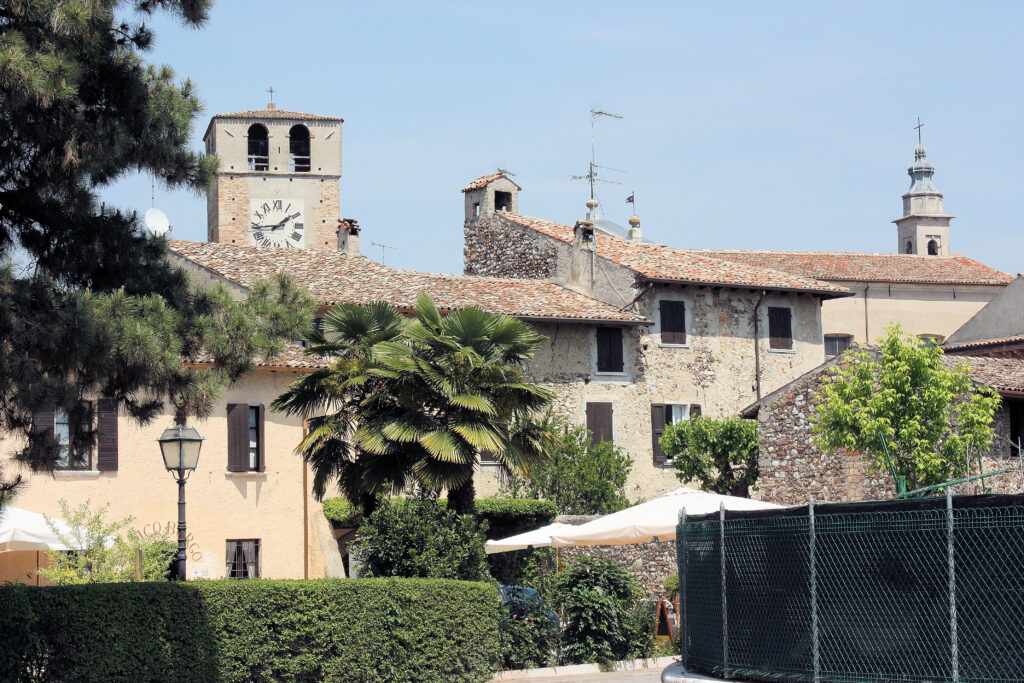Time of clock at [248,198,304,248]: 1:44
